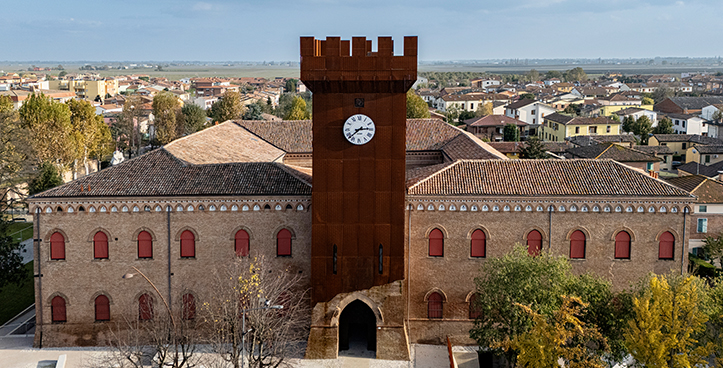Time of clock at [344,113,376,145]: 2:38
